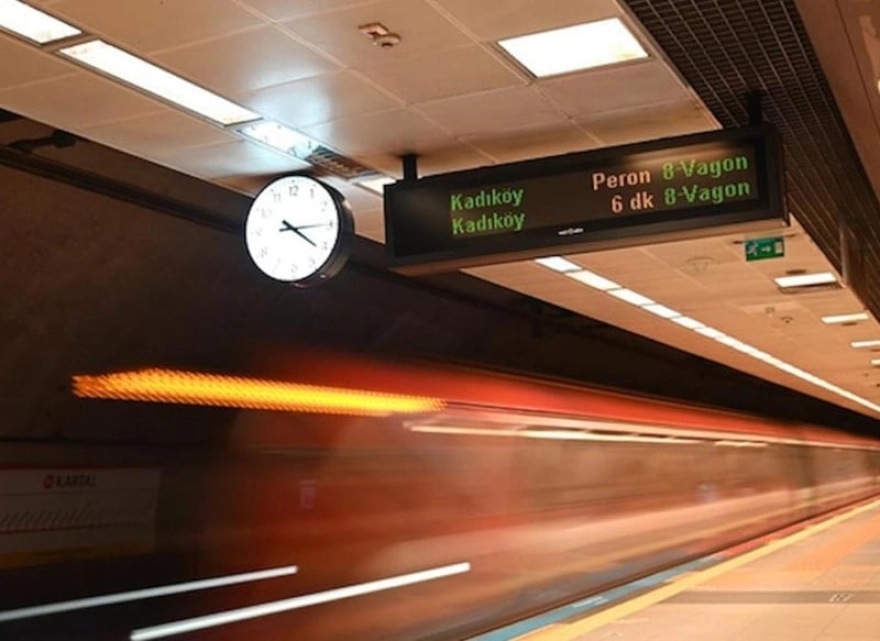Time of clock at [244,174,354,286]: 4:14
